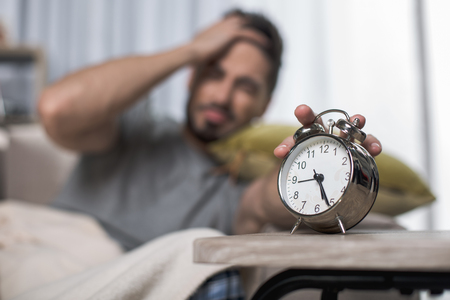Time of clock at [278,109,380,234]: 5:26
